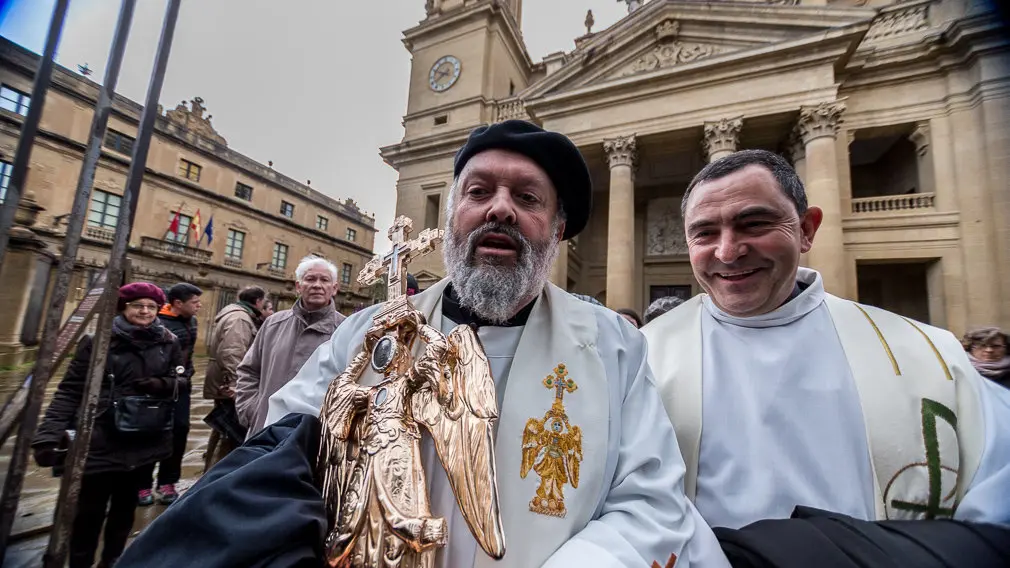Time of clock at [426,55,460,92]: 7:49
